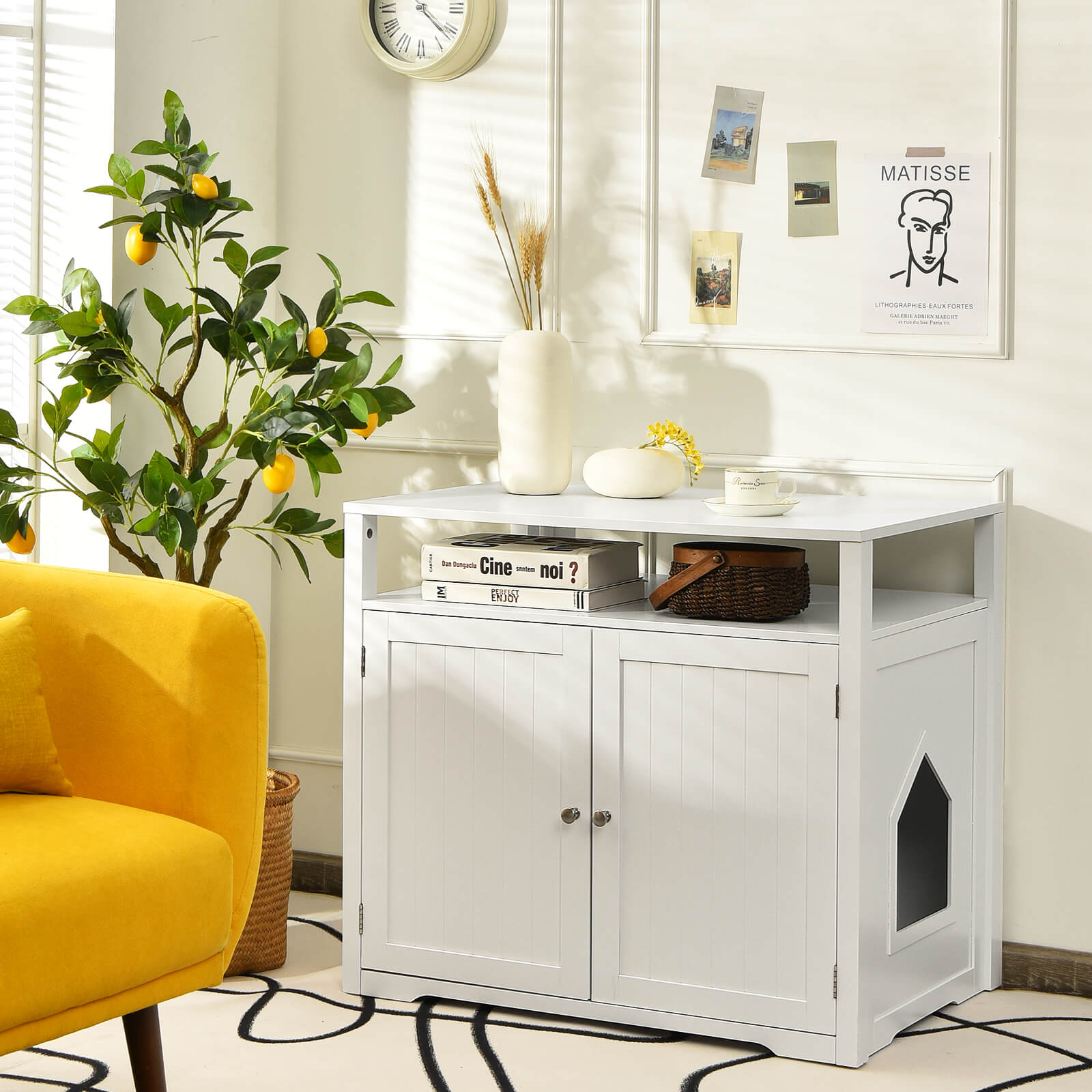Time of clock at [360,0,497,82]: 4:22
